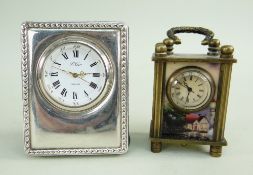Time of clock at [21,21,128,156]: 2:48
